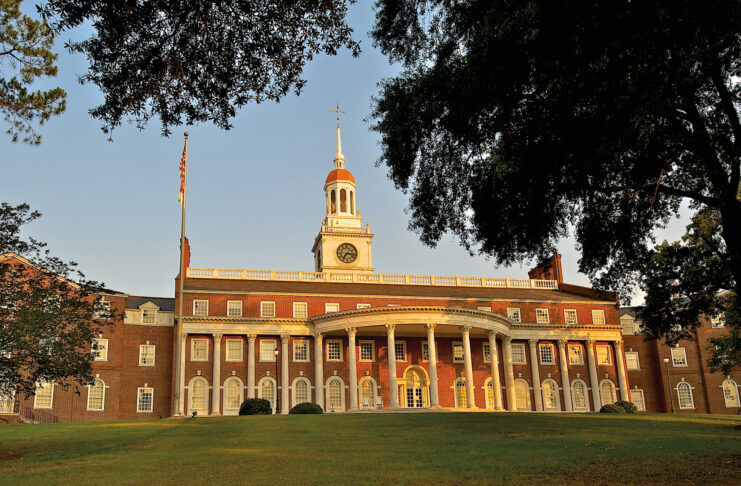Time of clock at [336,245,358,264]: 7:16
